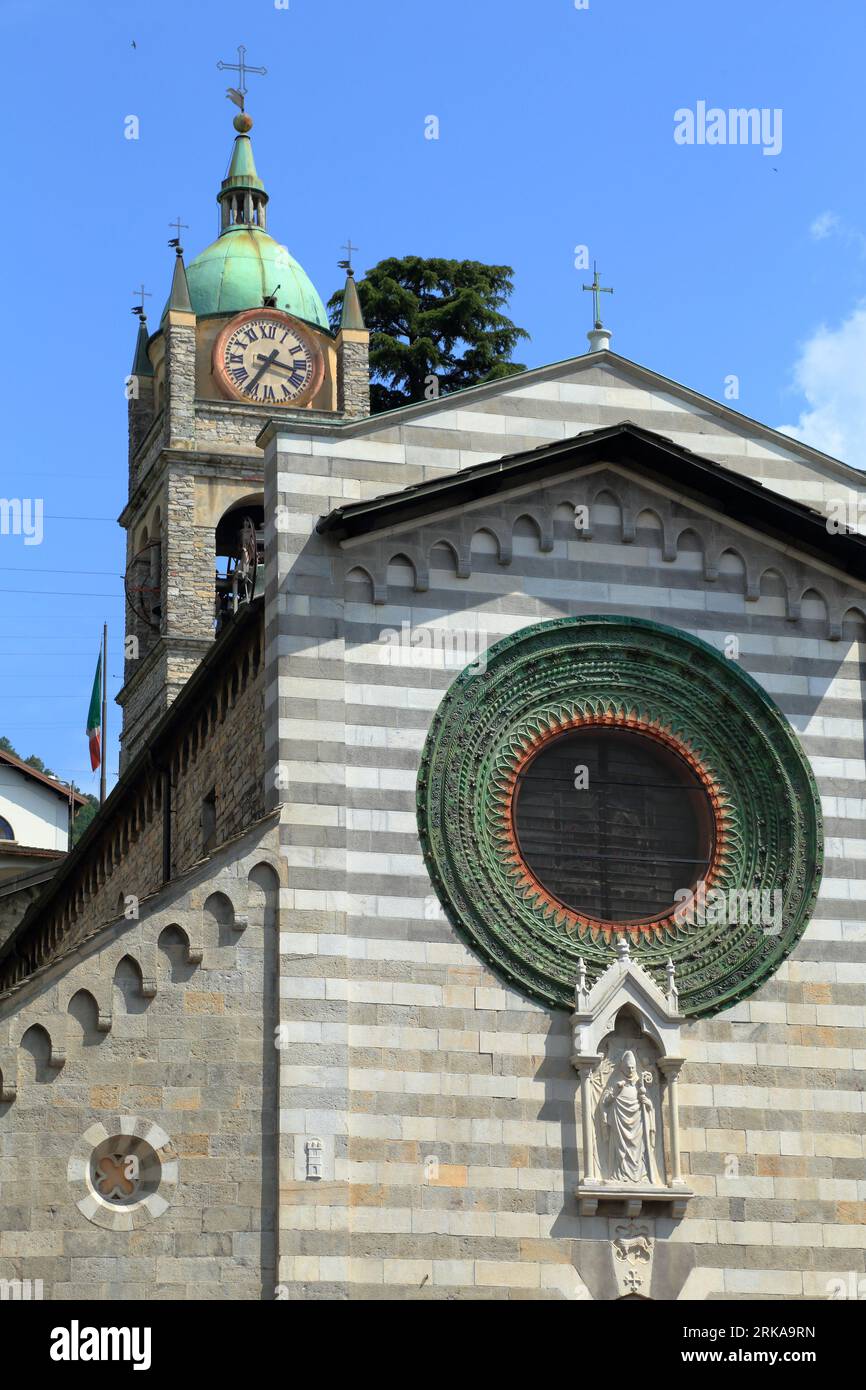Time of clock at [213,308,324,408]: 3:35
